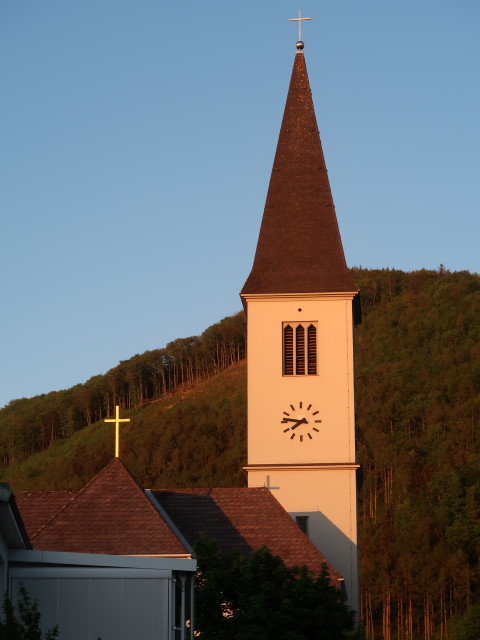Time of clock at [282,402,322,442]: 7:46
